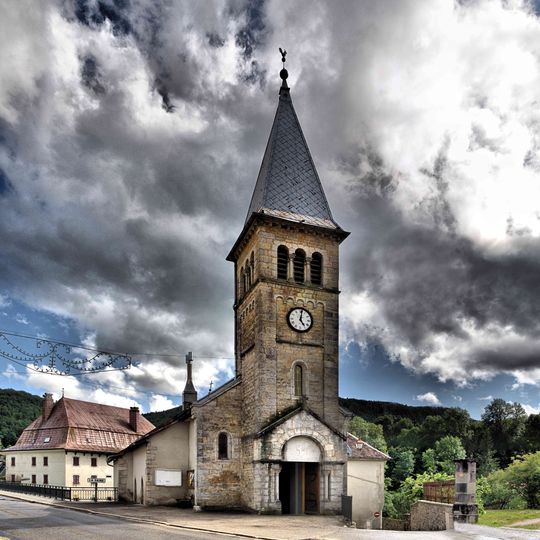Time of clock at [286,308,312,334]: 5:01
